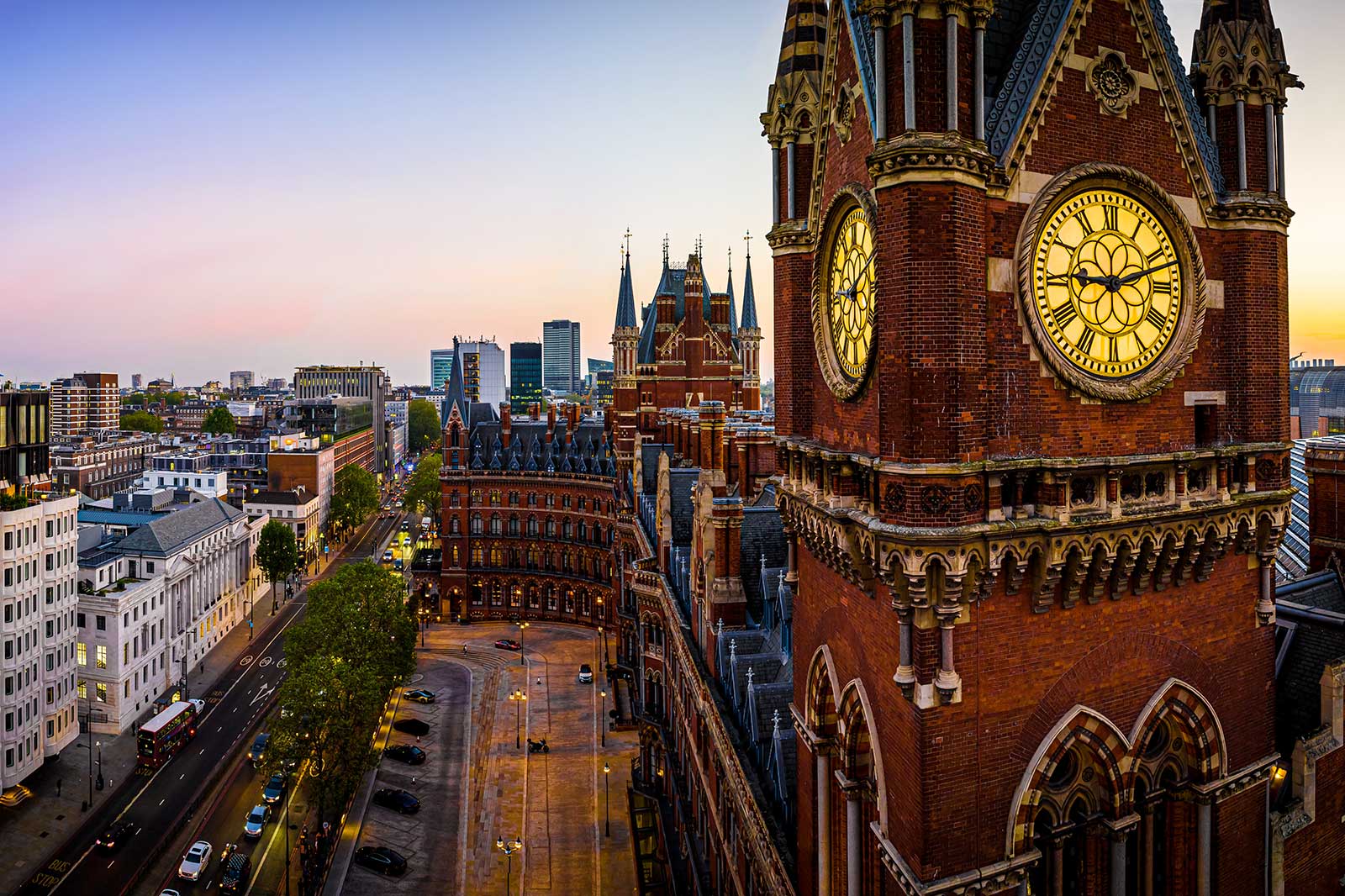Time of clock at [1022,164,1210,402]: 9:11
